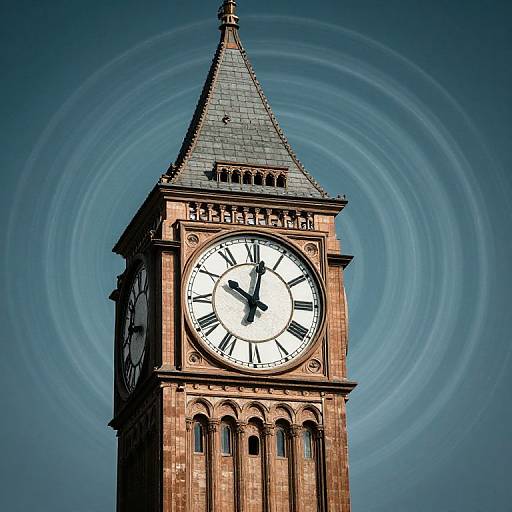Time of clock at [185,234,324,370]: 10:01
